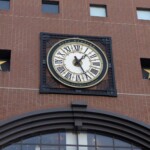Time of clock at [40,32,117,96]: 1:25
